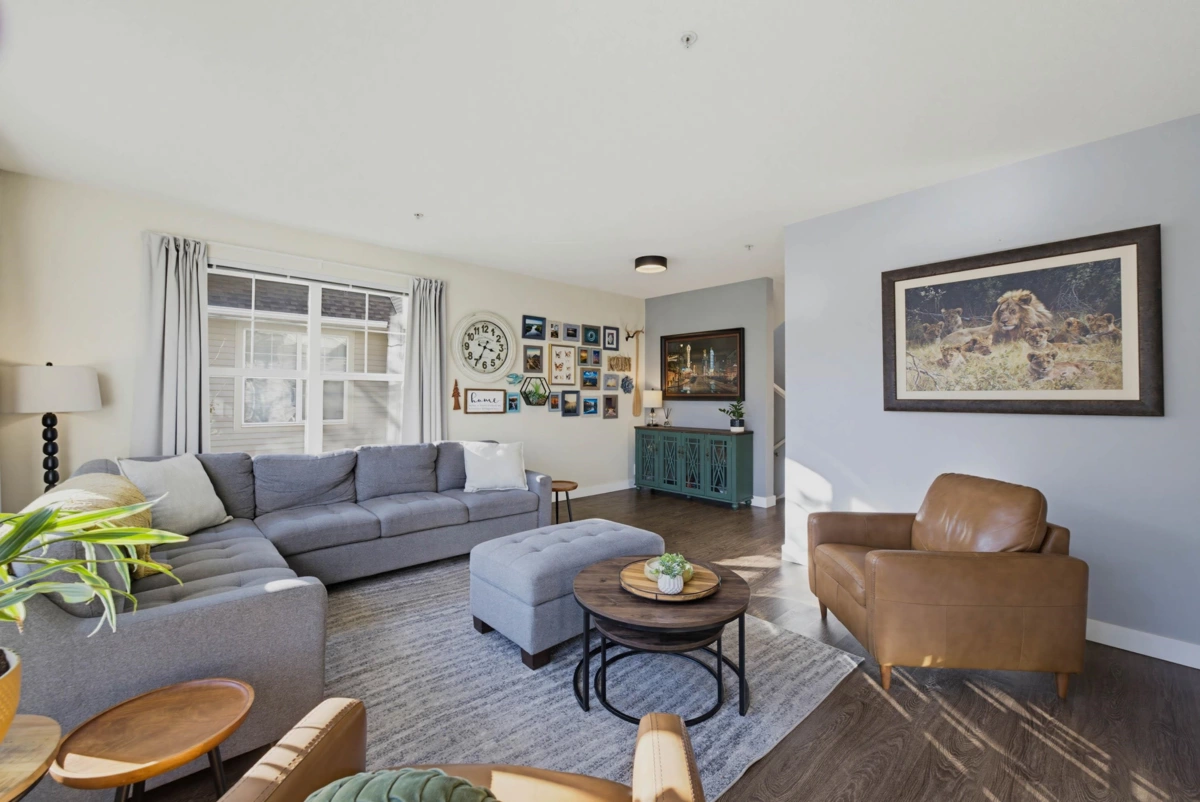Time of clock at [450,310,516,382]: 3:34
